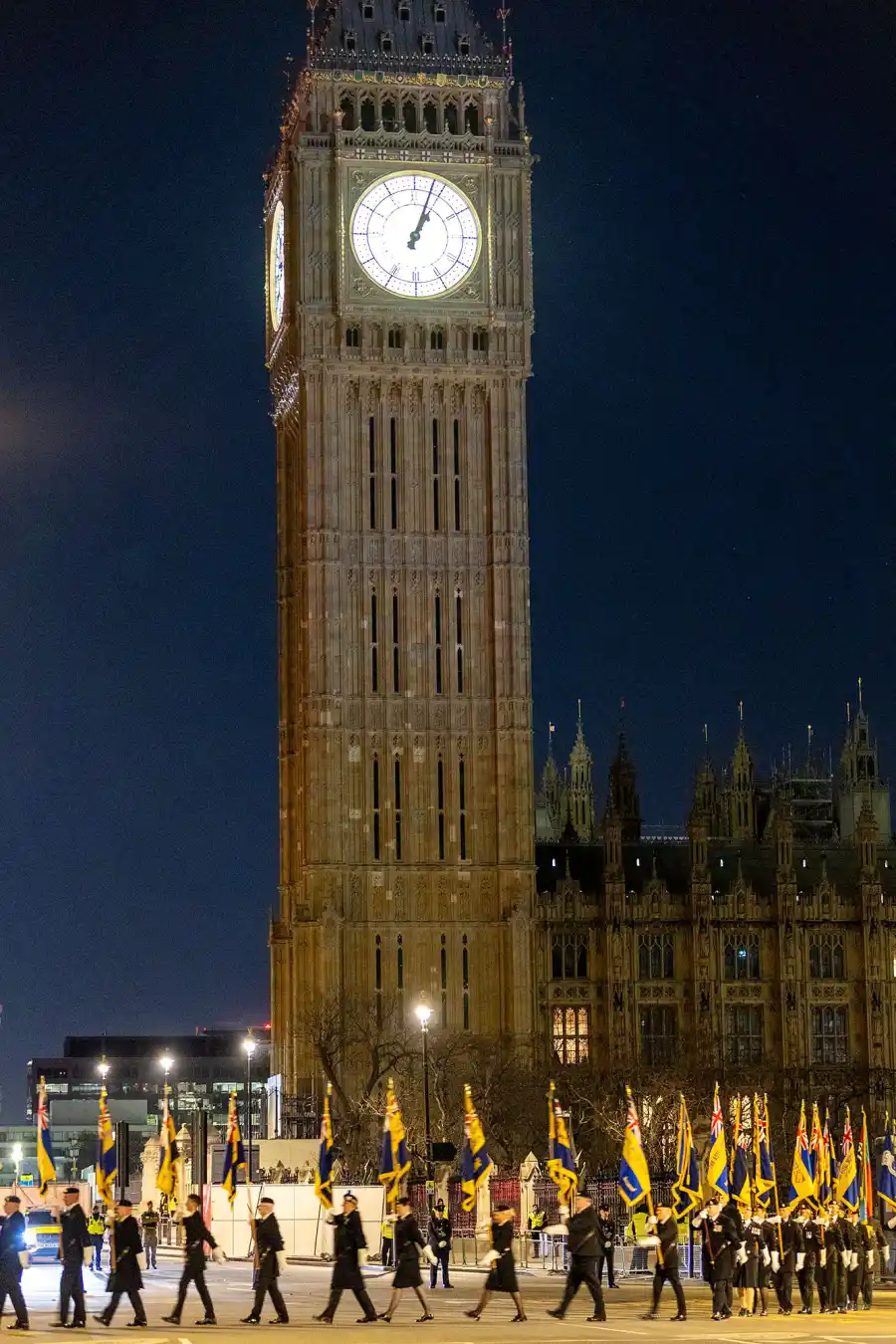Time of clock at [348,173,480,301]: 1:03
